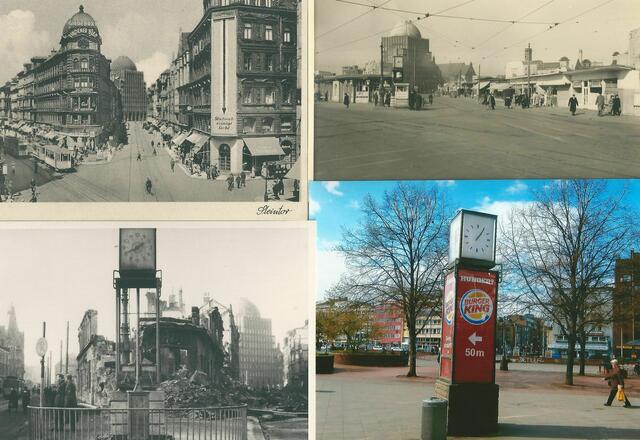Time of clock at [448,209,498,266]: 1:05
